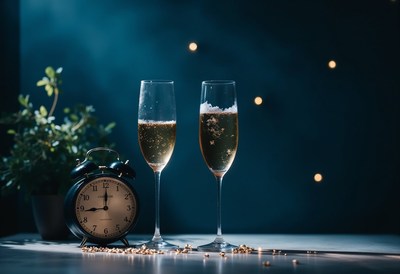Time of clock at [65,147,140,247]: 9:00
